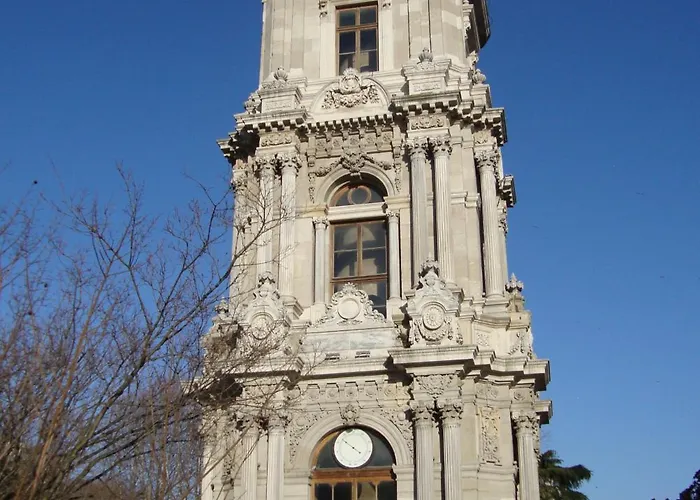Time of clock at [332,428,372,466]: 3:50
